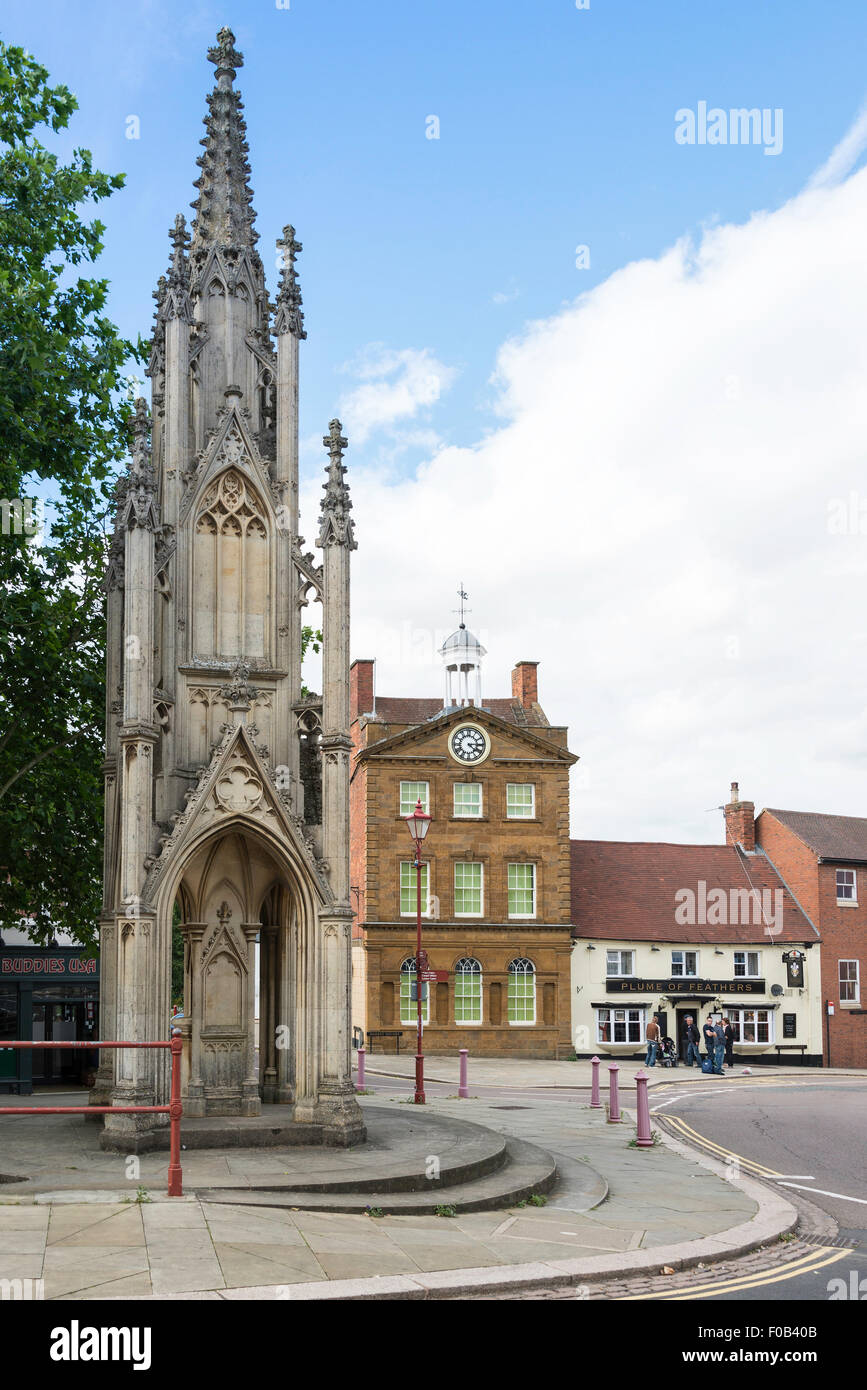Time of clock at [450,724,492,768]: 4:14
